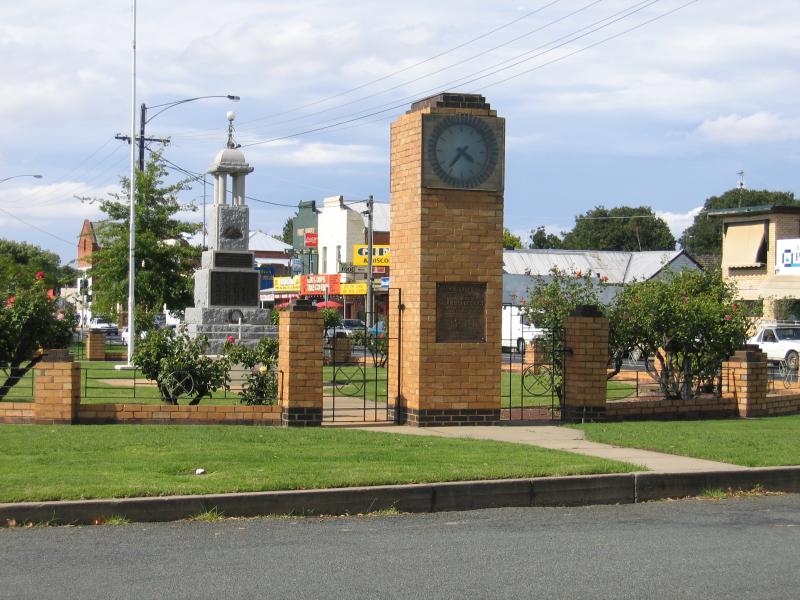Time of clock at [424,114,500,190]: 4:36
